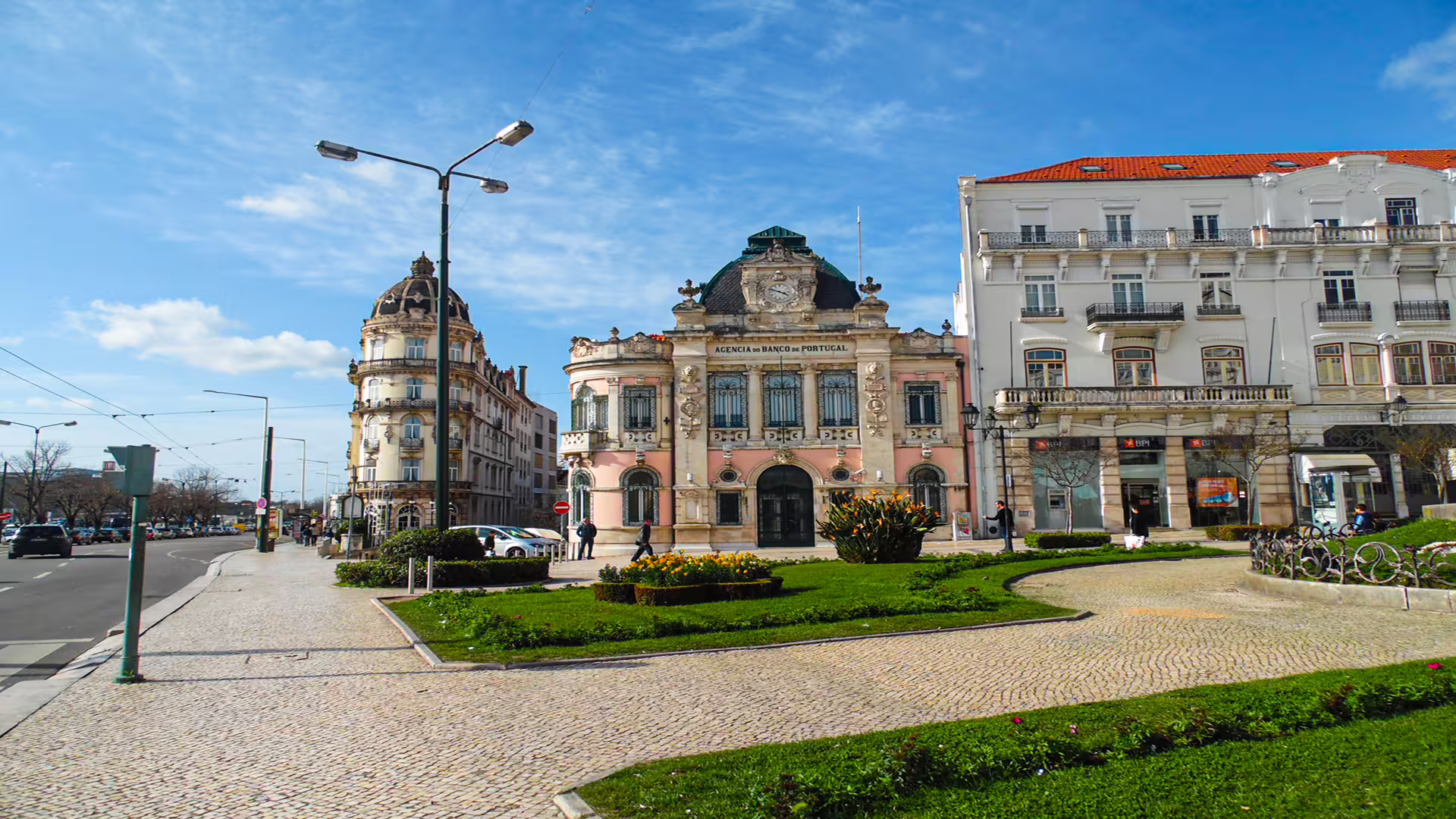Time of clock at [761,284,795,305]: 3:48
